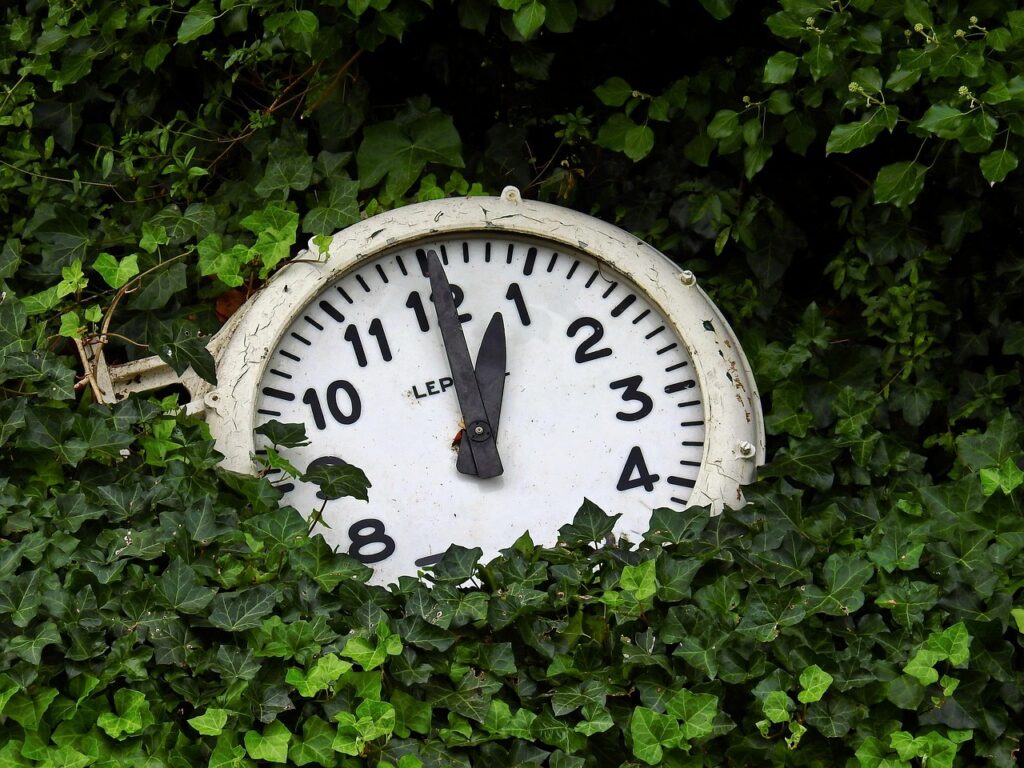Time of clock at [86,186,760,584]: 1:00
